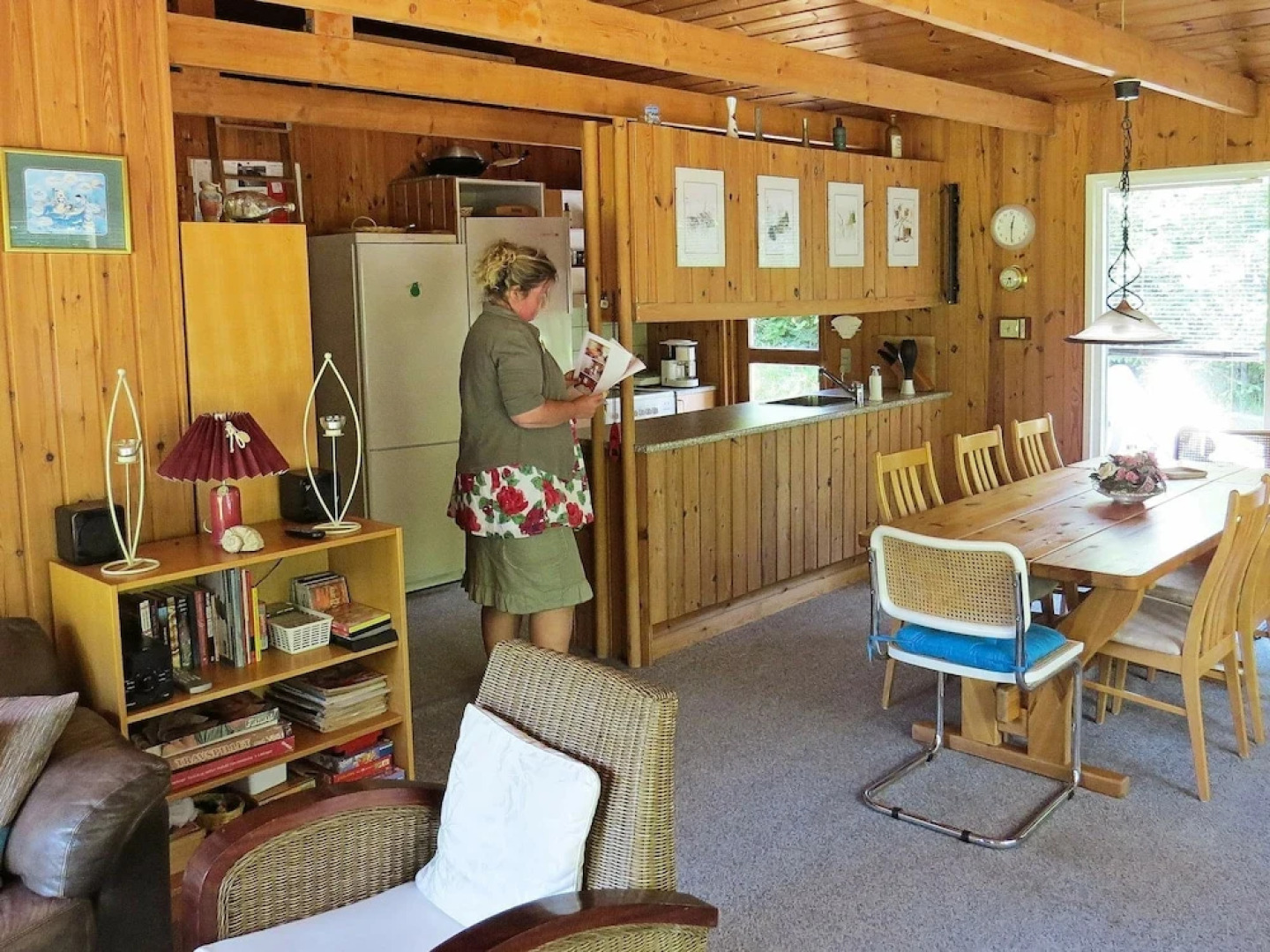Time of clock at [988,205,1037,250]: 12:30
